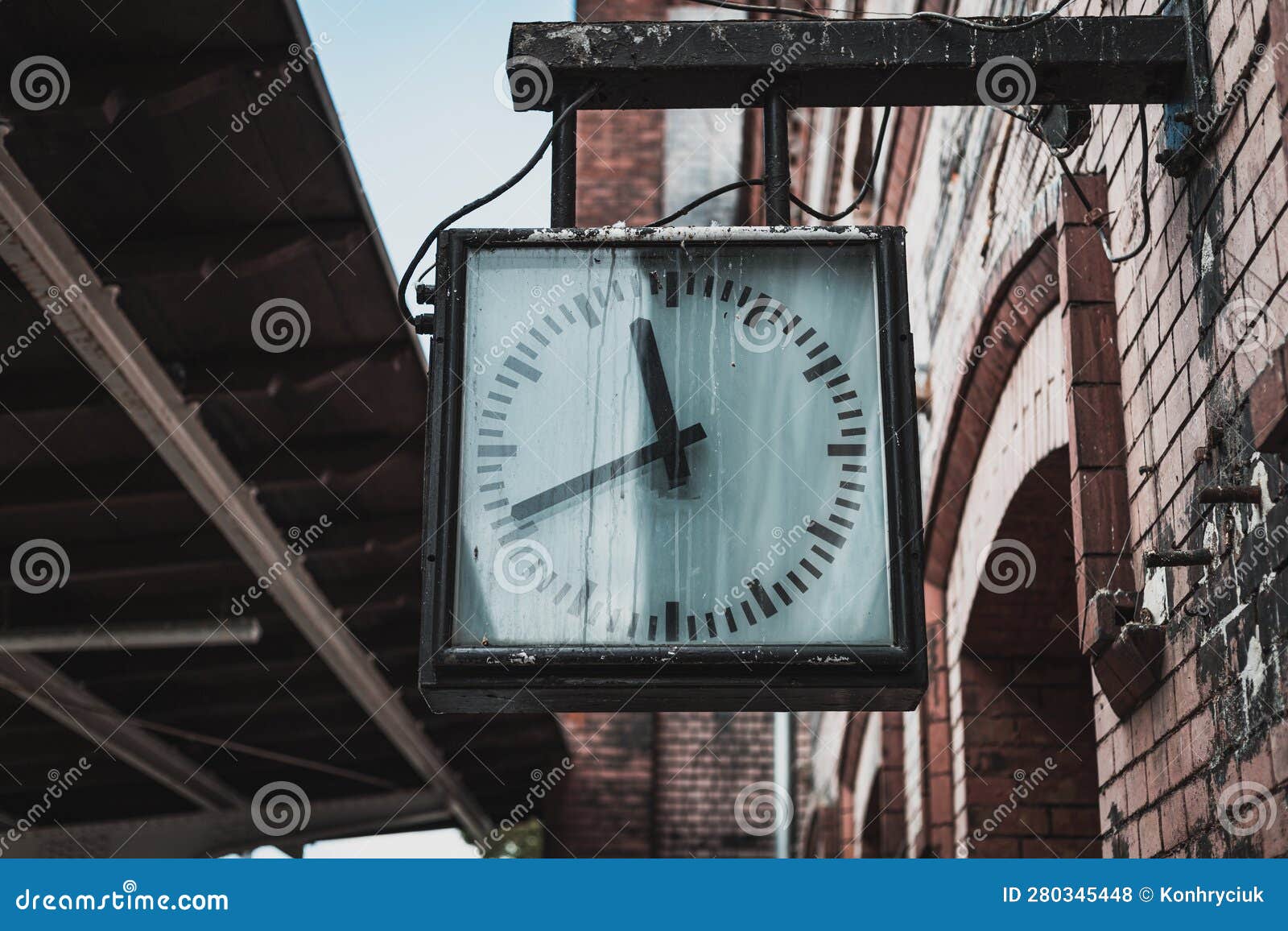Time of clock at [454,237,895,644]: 11:41
